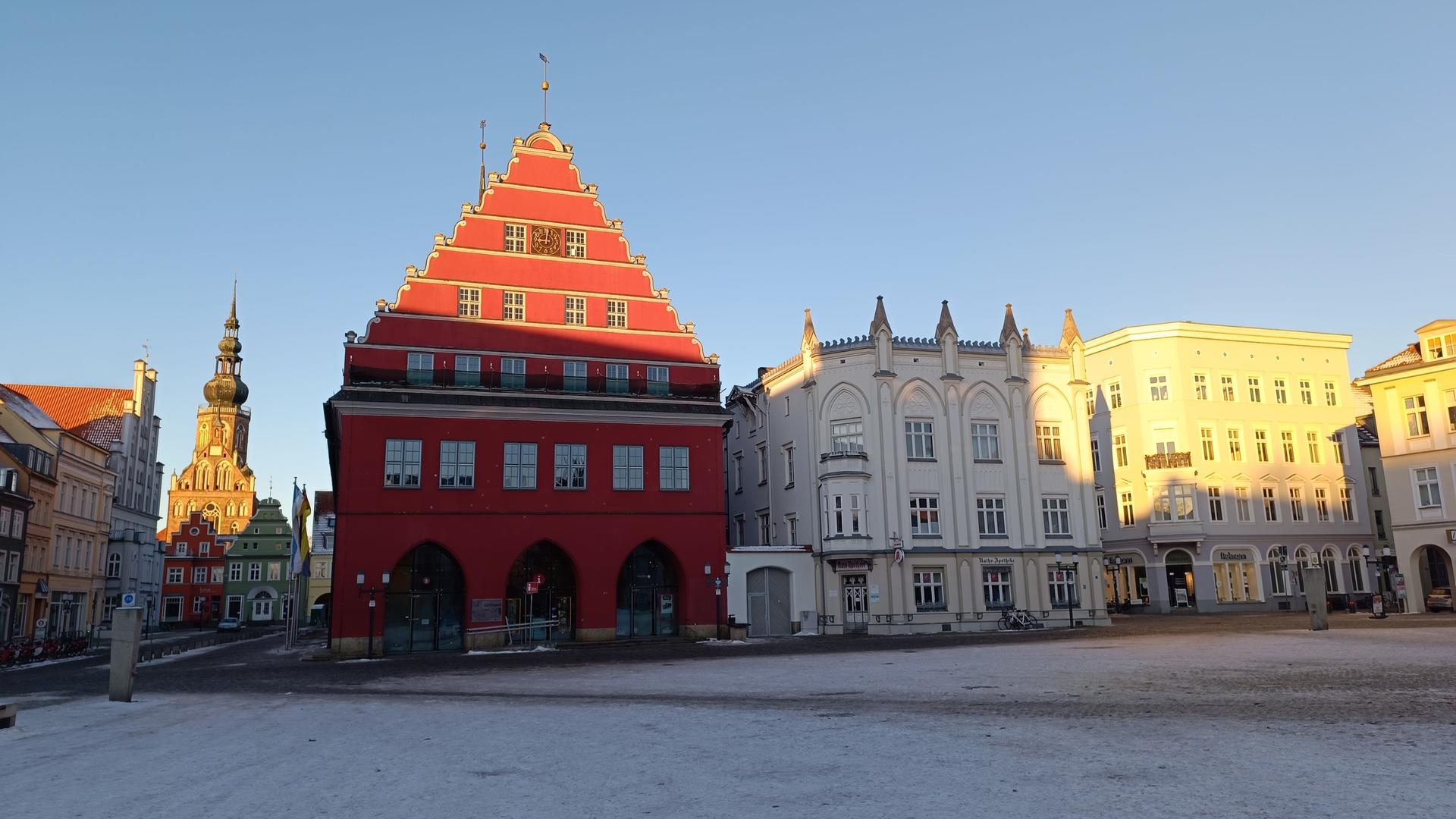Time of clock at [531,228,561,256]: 9:01
